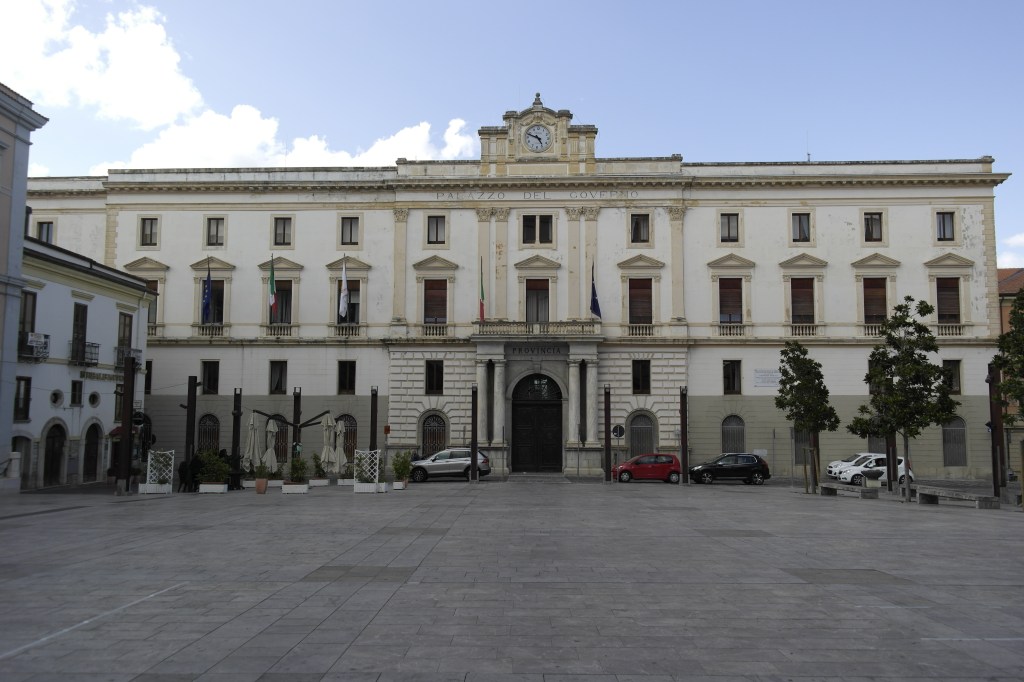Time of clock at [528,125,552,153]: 4:48
